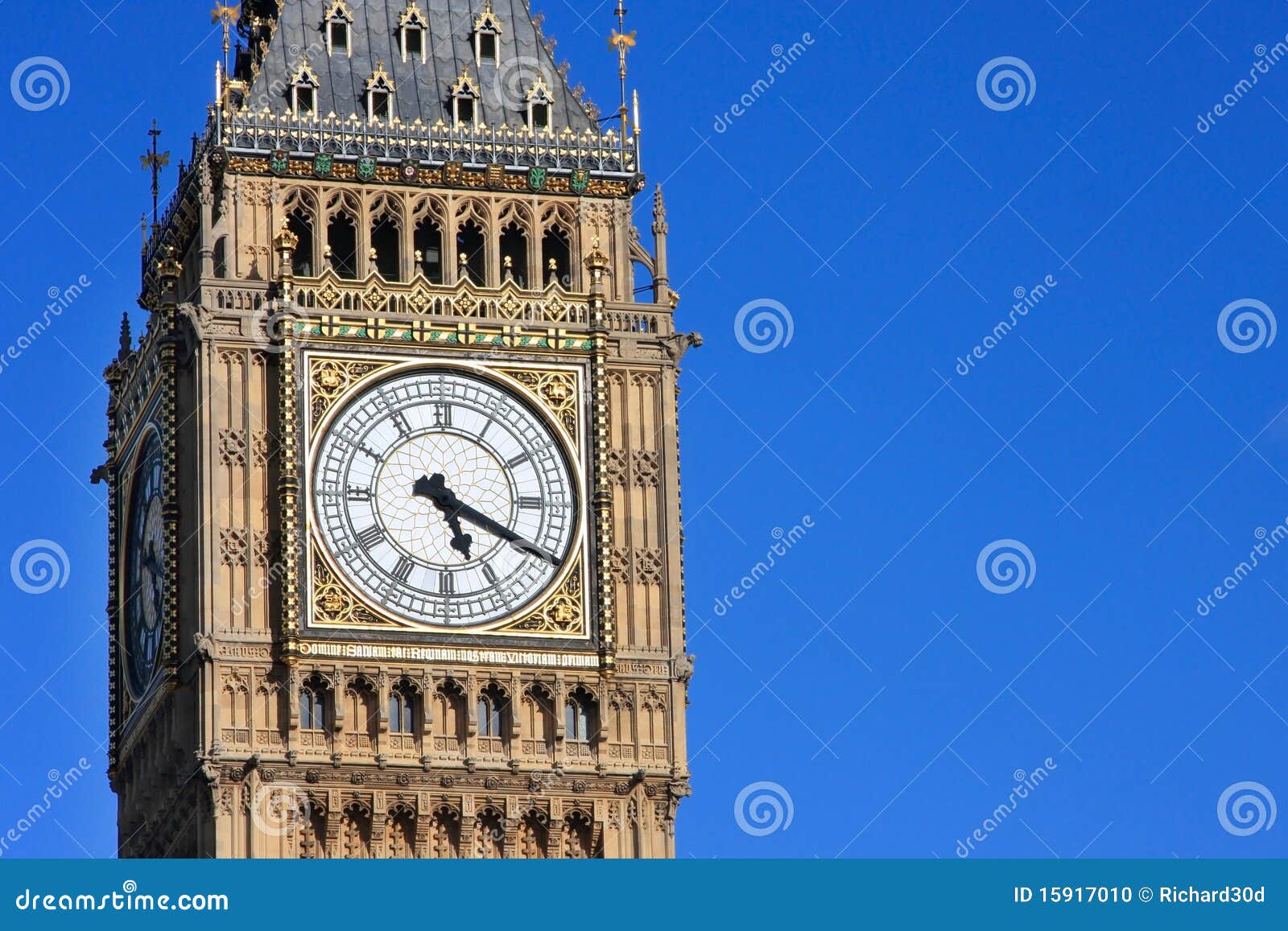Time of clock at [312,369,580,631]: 5:19
